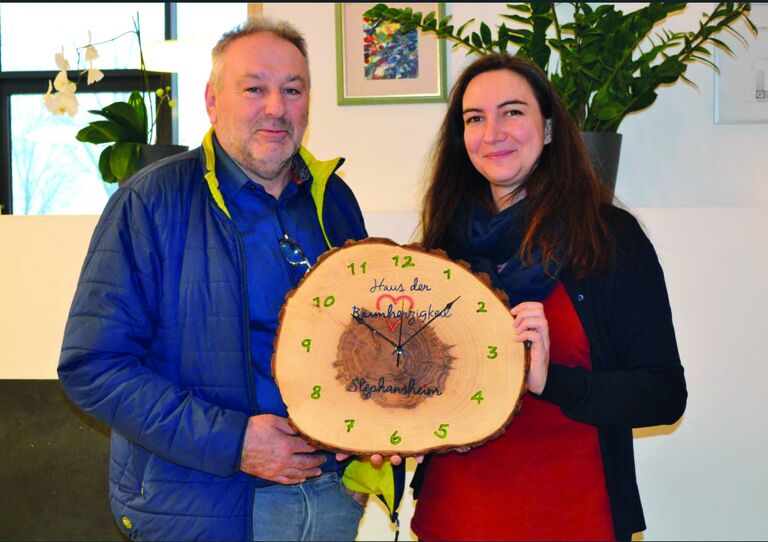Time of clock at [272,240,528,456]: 10:07
